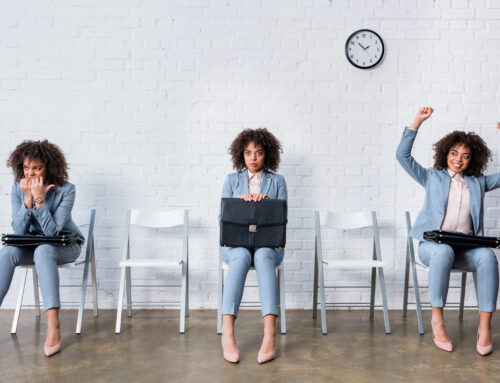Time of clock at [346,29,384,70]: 1:52
